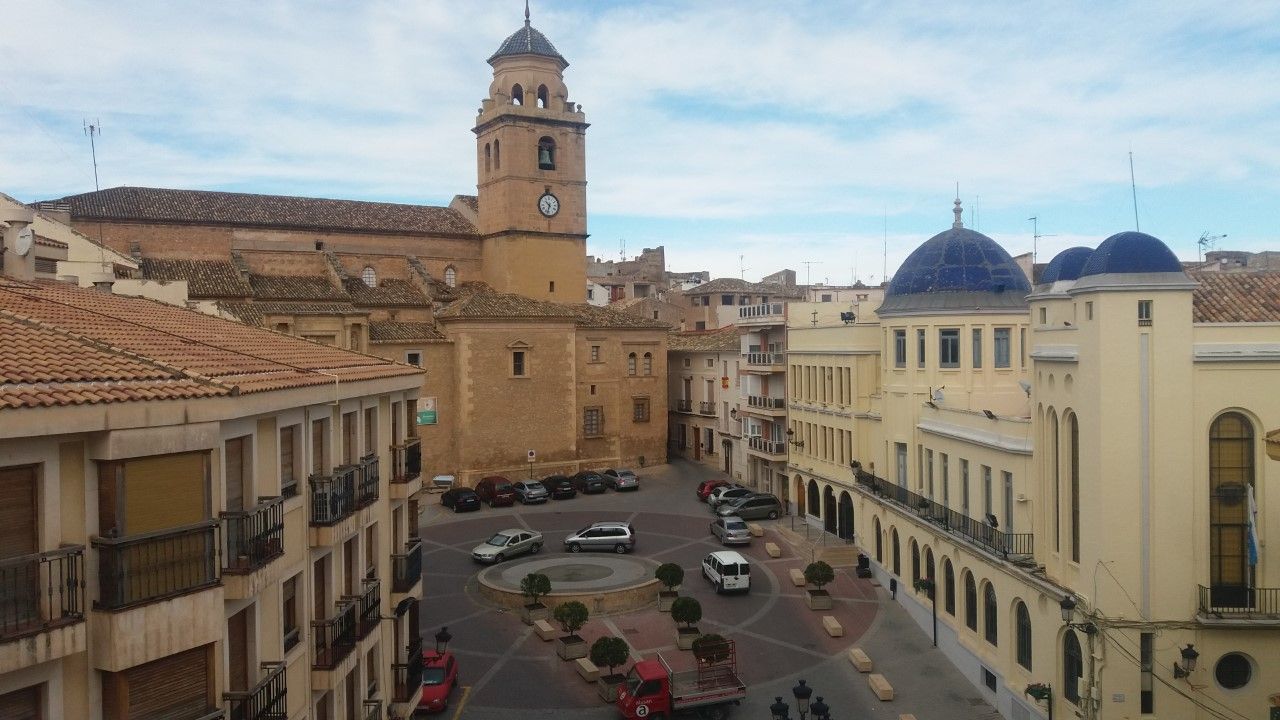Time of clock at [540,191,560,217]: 10:32
